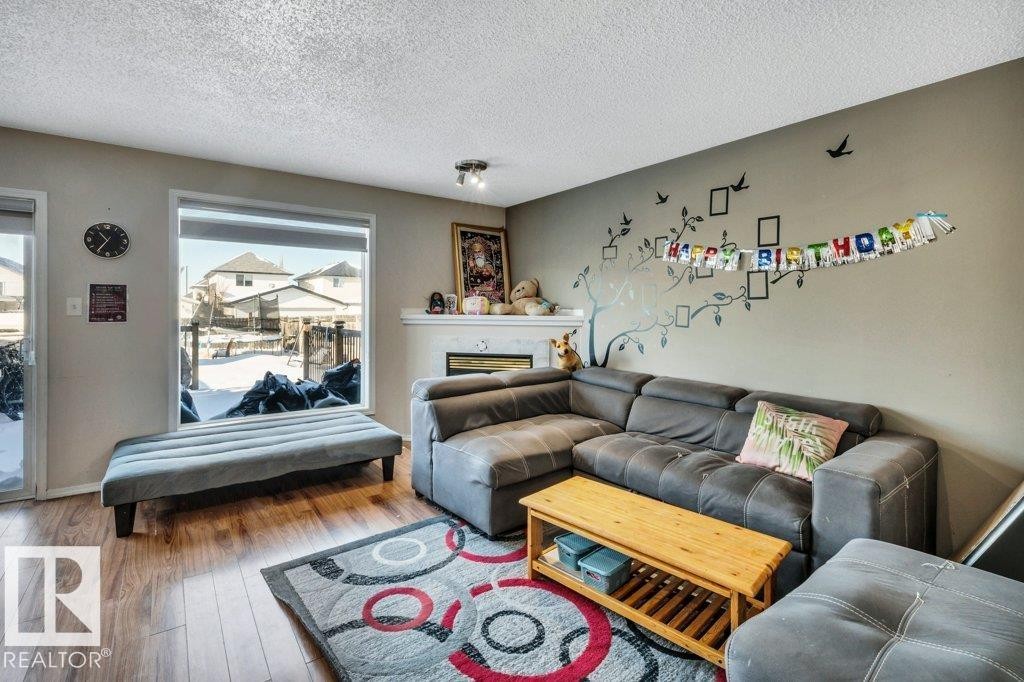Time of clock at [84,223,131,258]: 10:35
